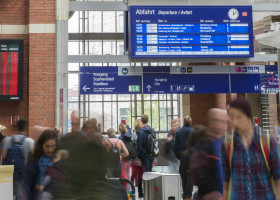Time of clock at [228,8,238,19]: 12:09
